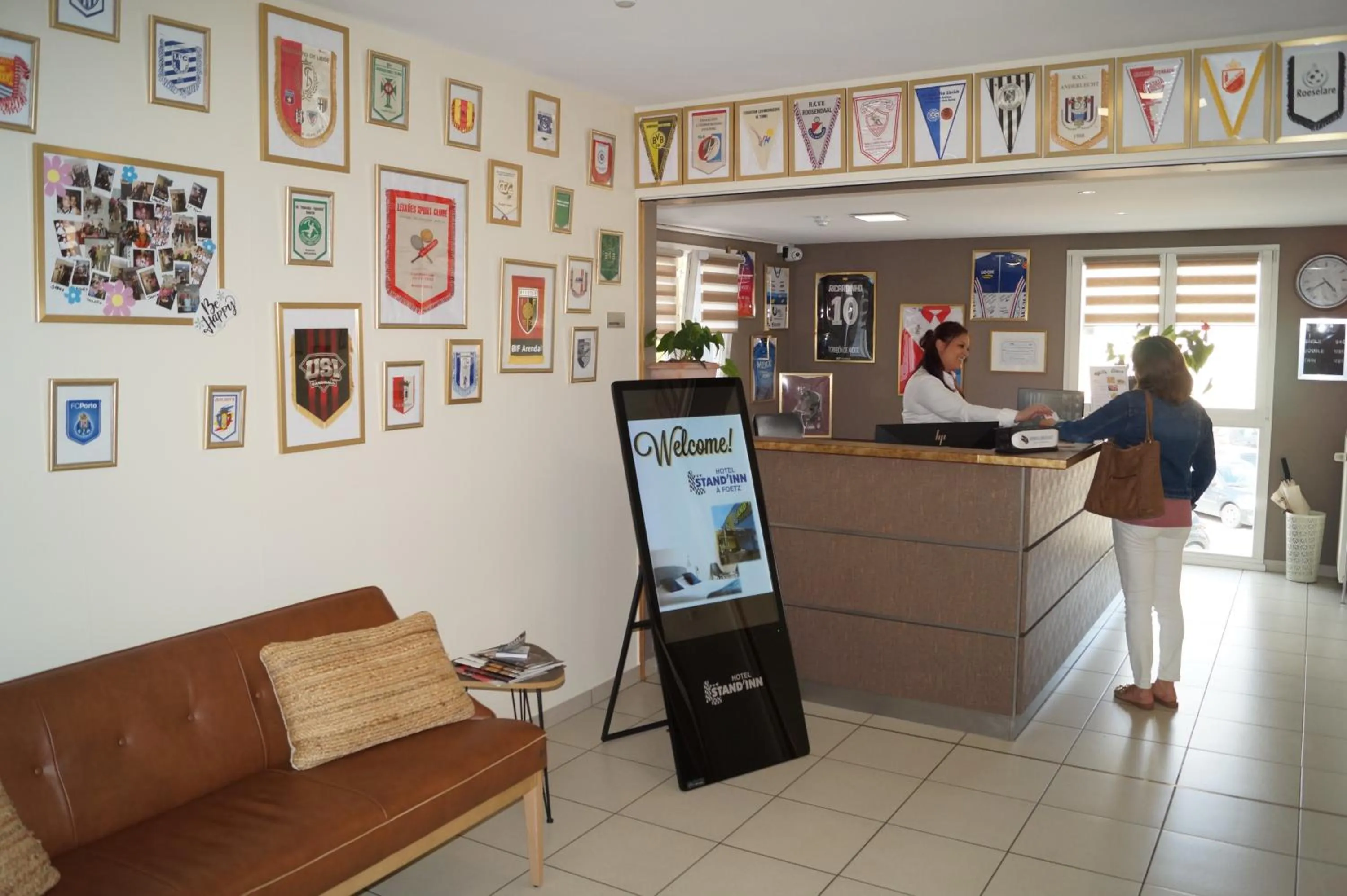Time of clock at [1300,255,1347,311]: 4:39
